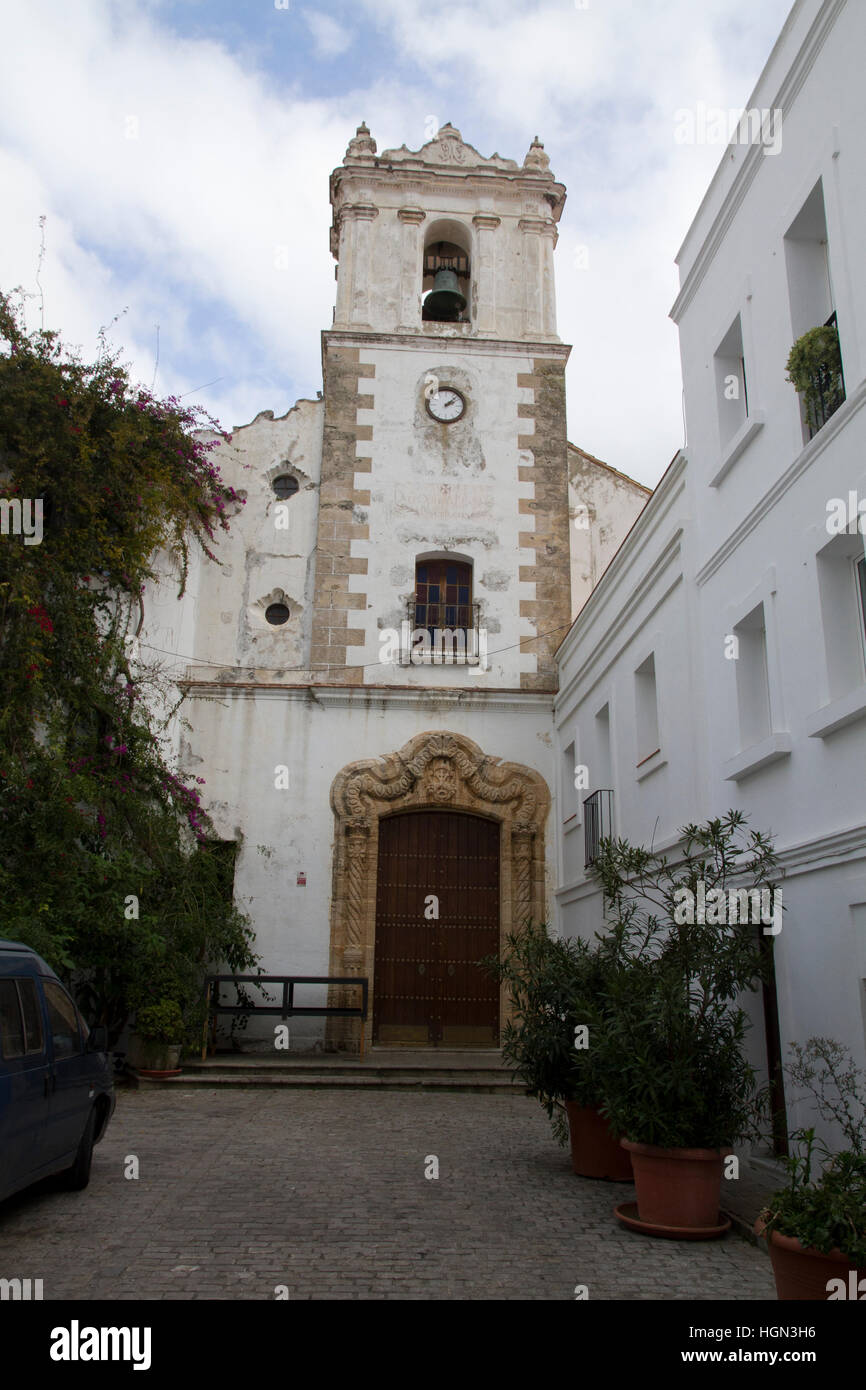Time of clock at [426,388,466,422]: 2:07
